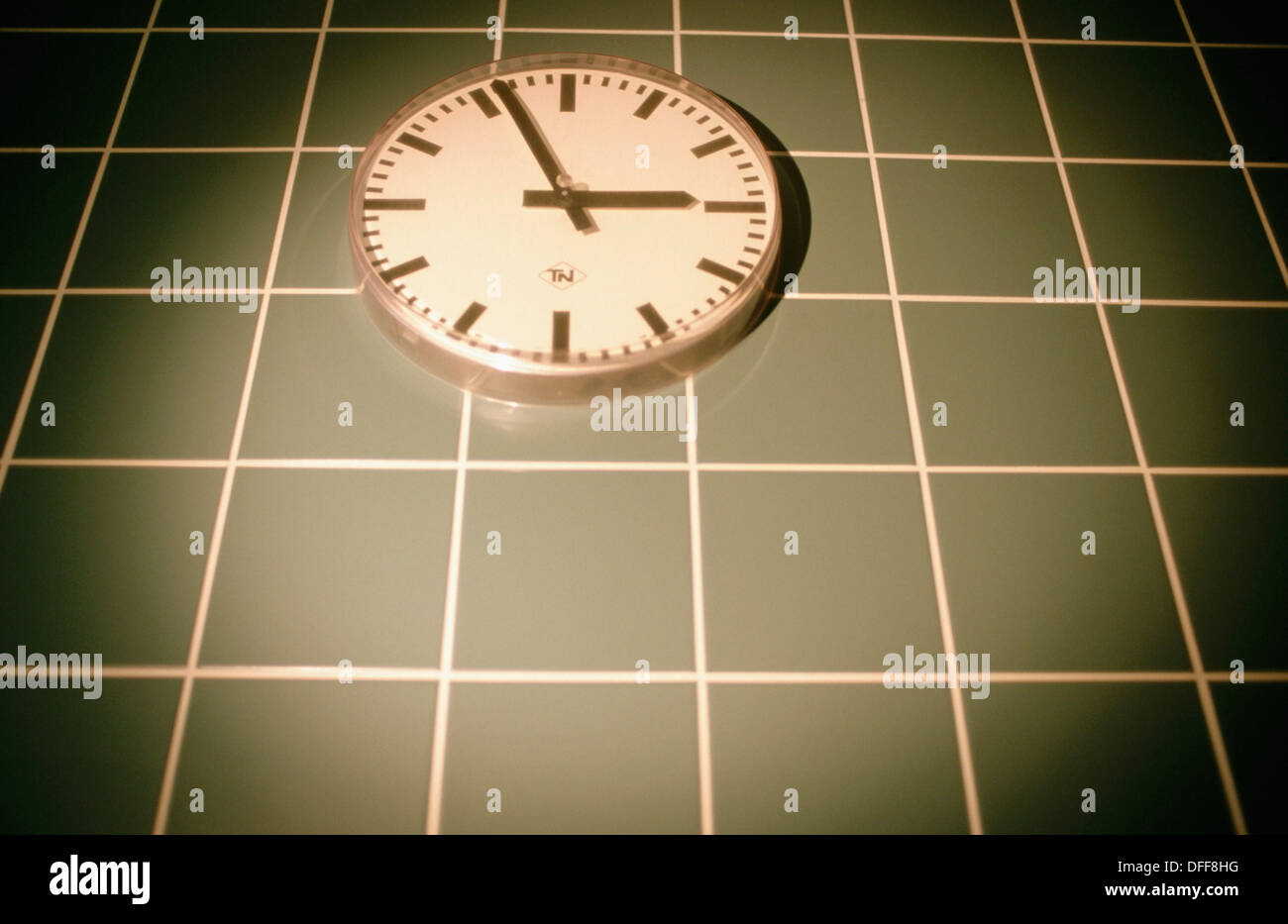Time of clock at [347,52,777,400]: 2:56
